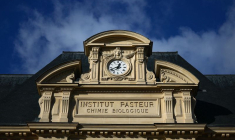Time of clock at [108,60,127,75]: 12:41
